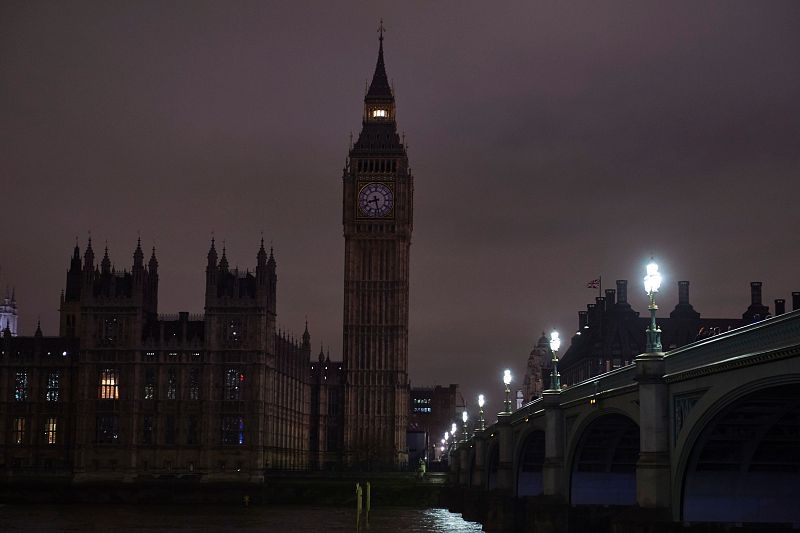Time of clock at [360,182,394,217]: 8:28
